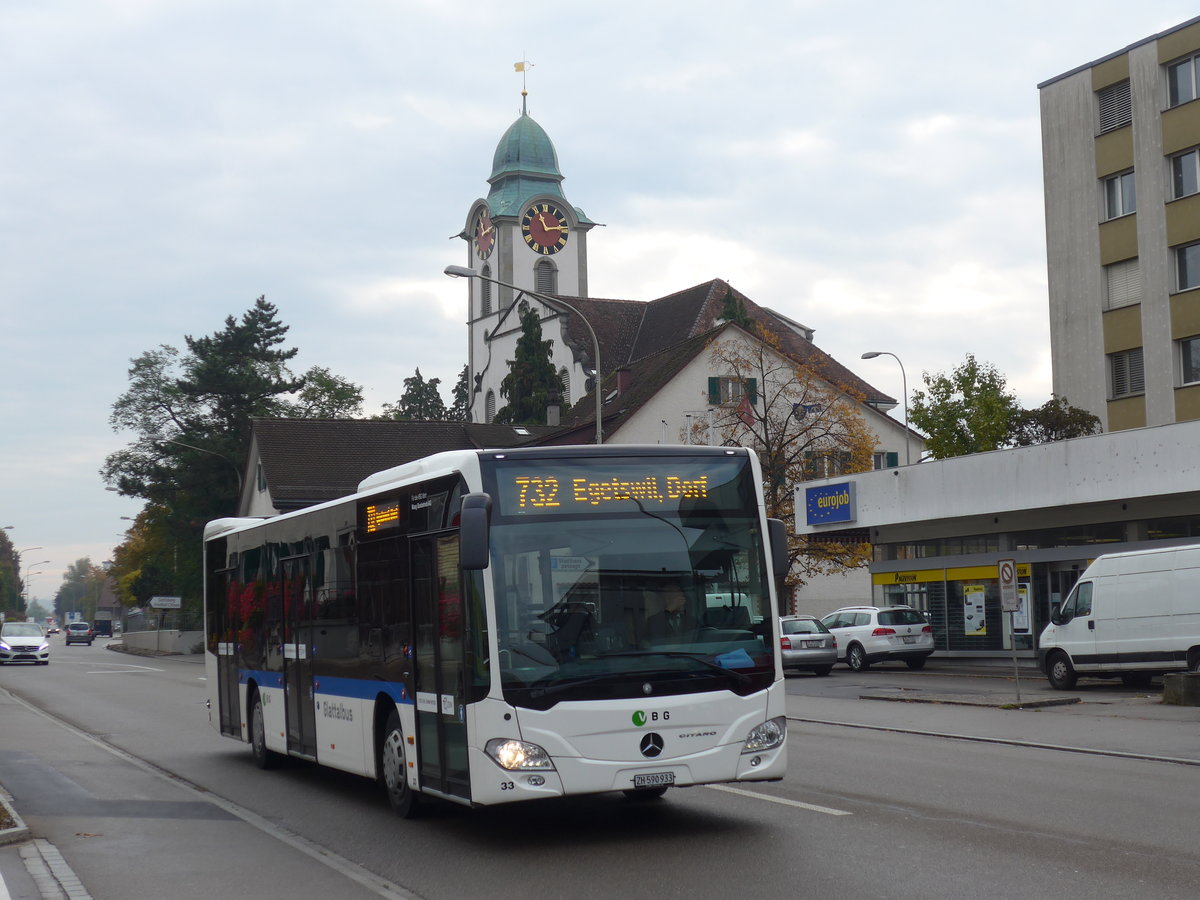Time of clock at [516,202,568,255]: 11:13
